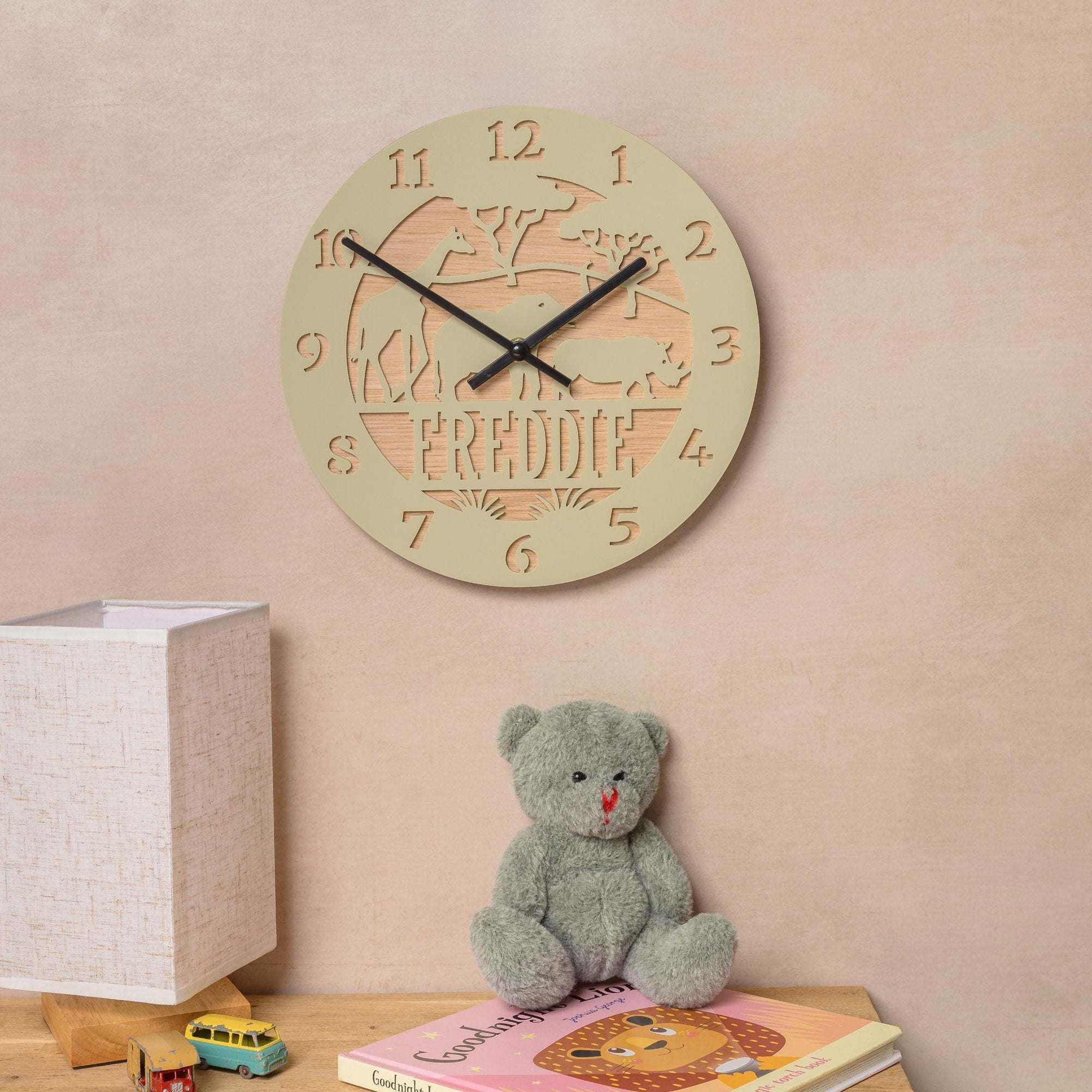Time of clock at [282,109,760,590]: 1:50
